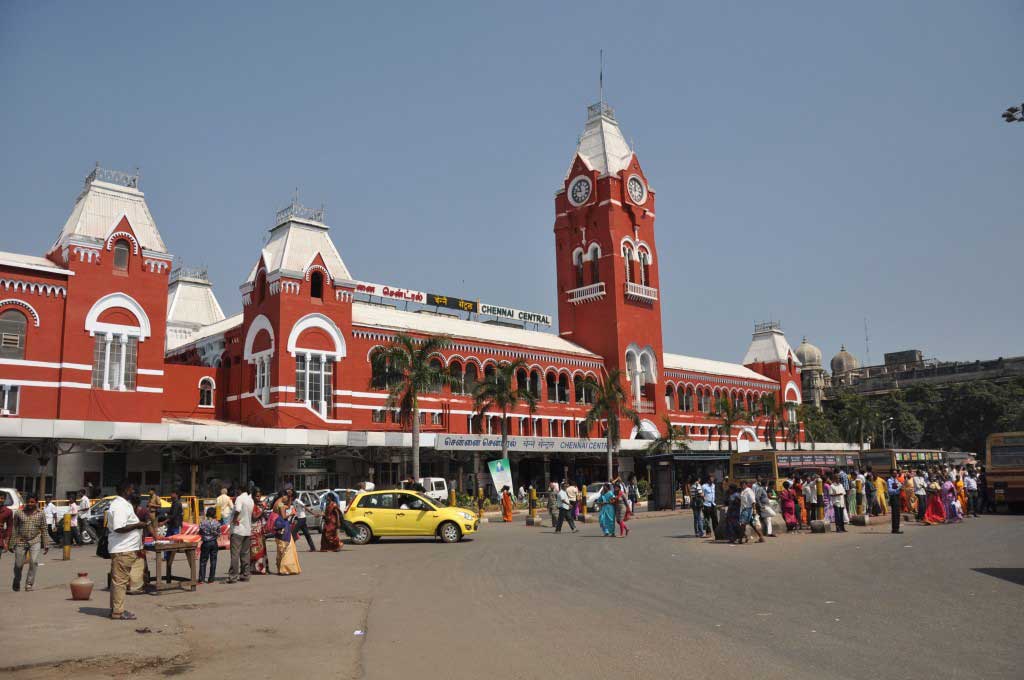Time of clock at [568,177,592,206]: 11:46
